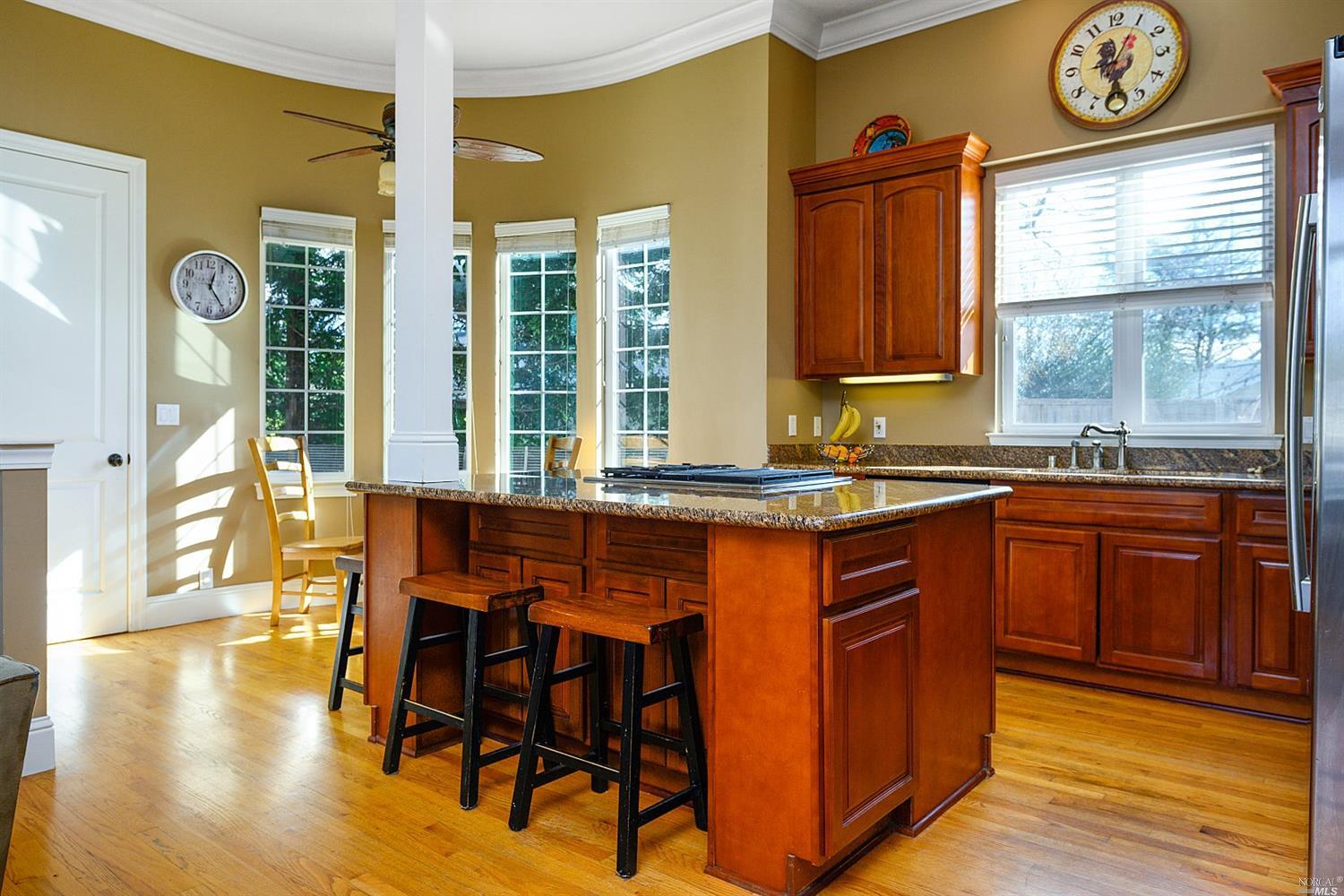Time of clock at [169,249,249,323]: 12:24
